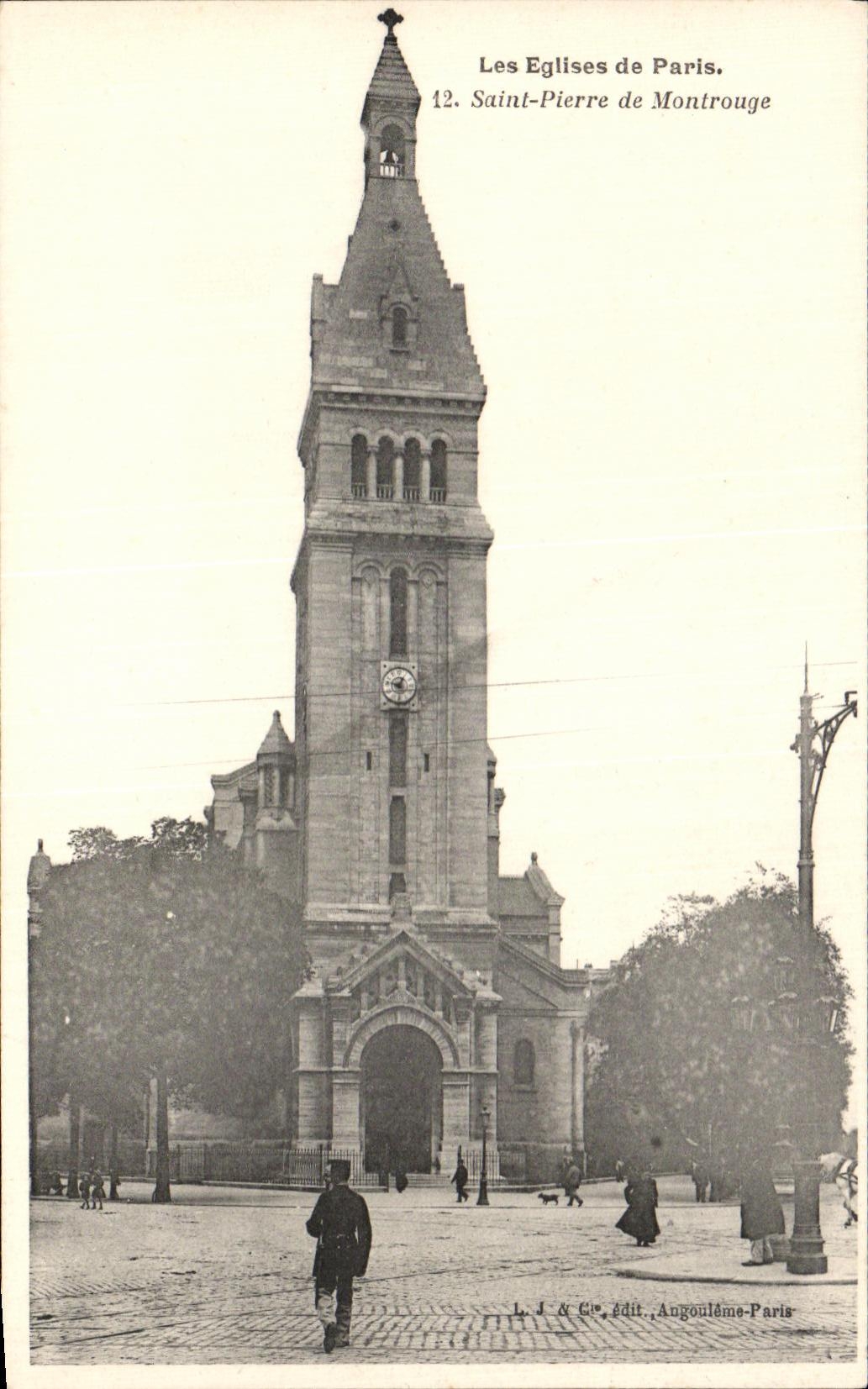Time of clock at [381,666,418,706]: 12:47
